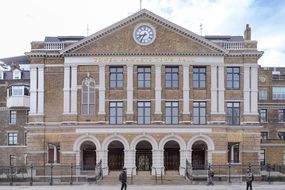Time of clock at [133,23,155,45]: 8:35
